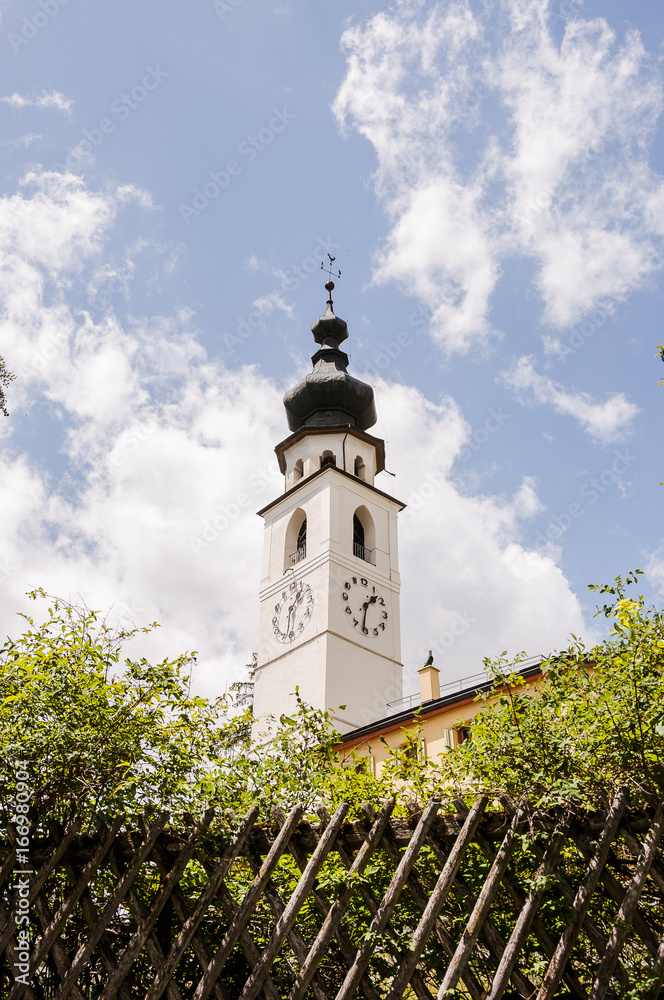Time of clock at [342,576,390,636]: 1:31
